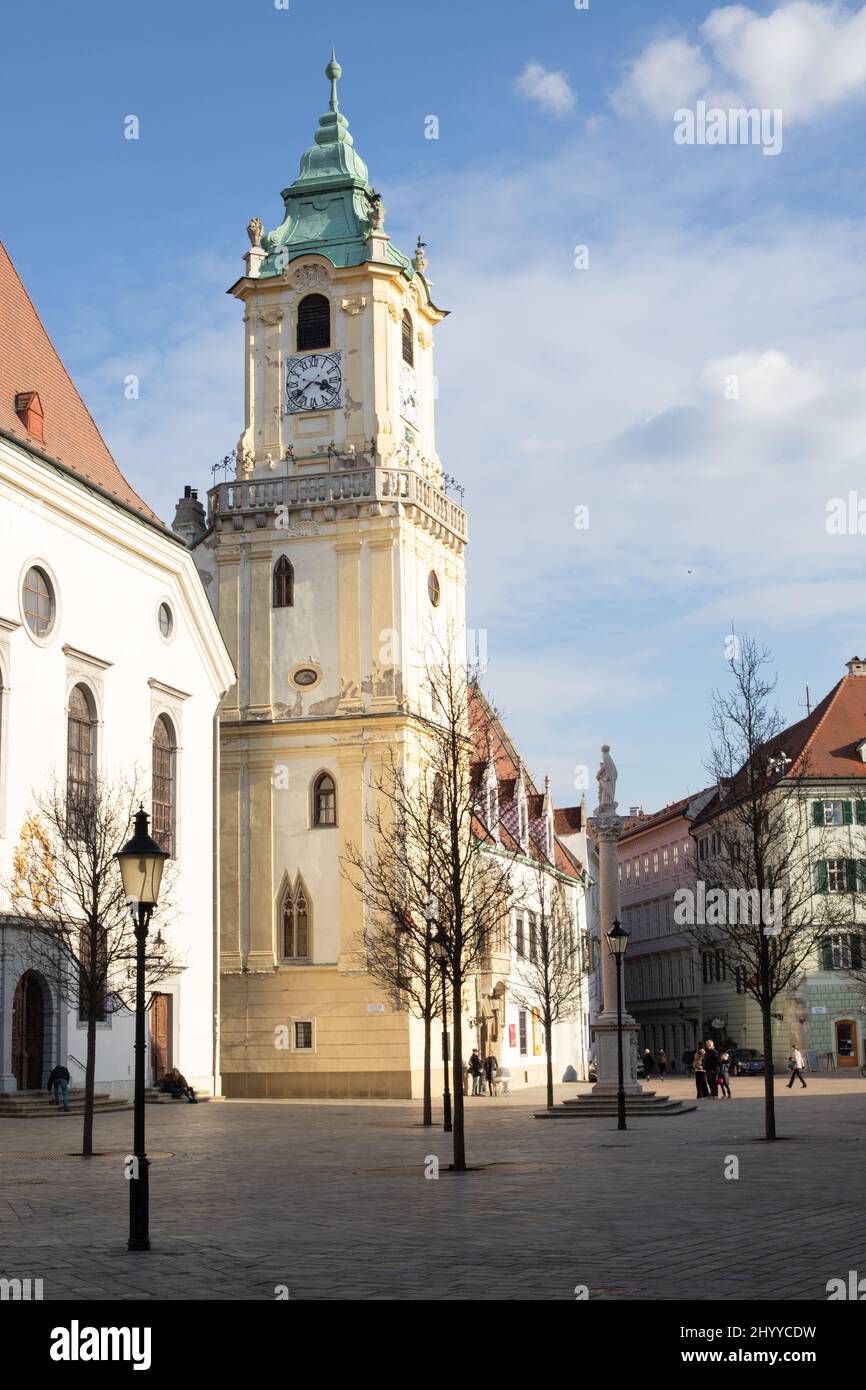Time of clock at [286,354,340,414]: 3:38
